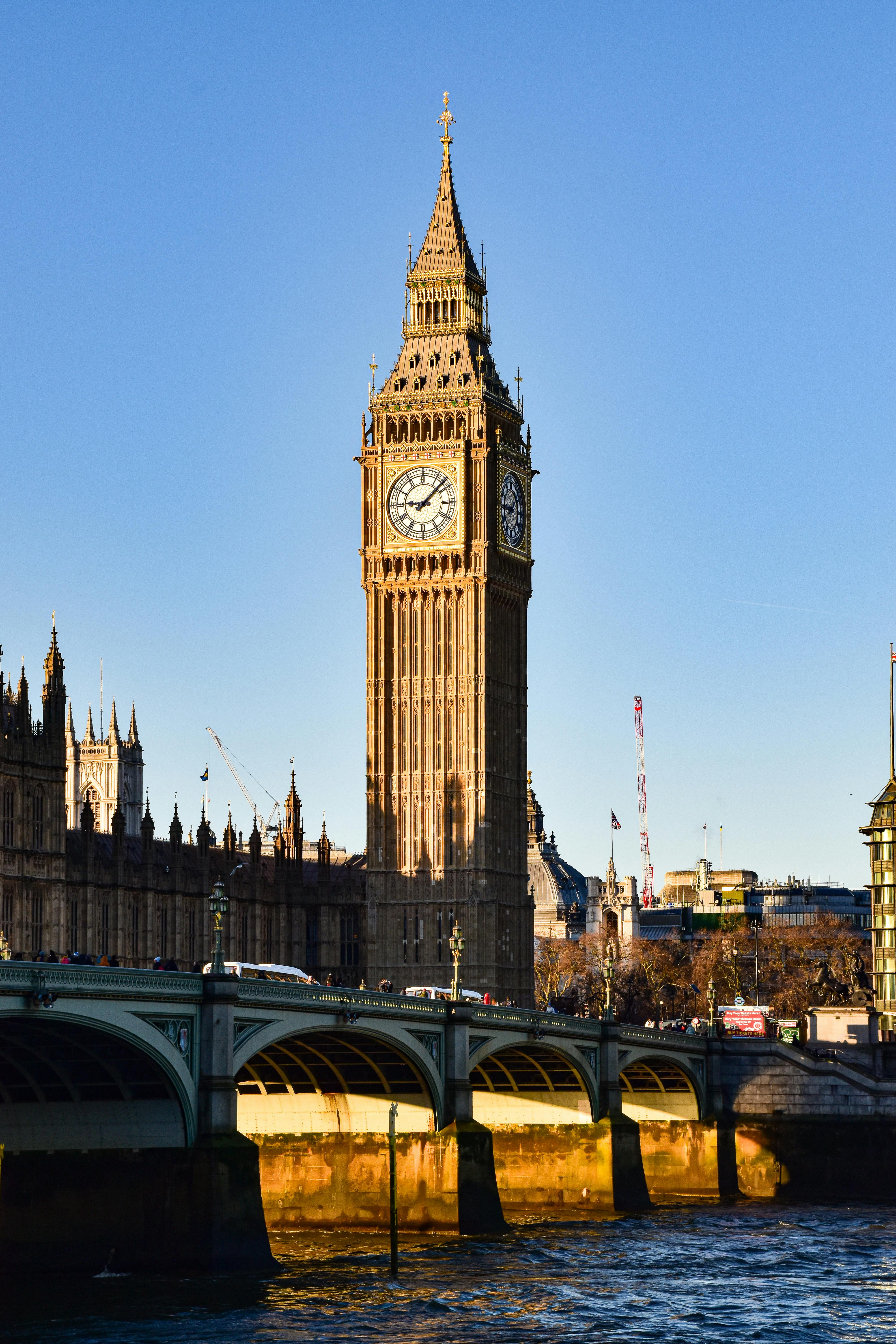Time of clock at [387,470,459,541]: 9:07
